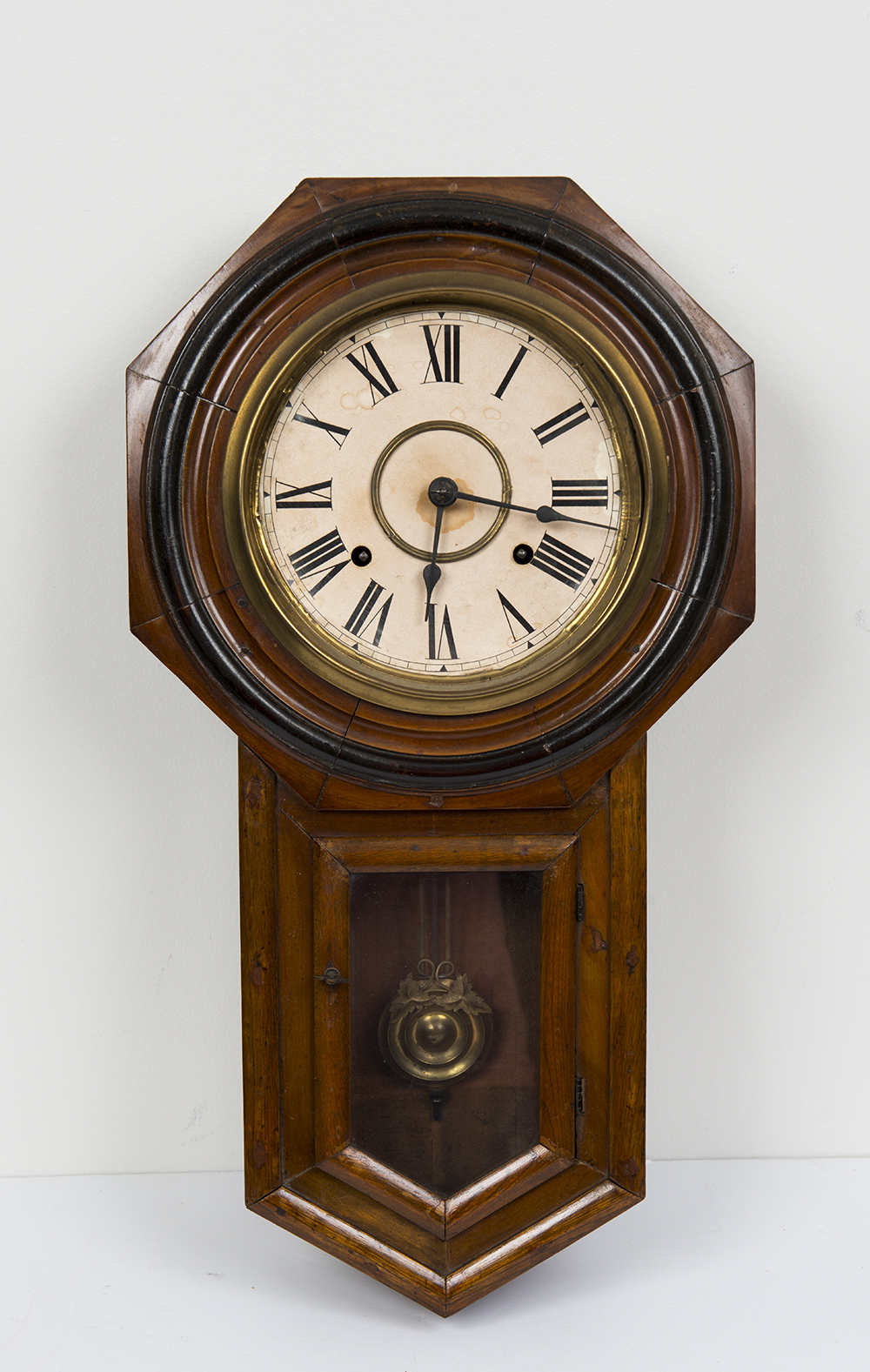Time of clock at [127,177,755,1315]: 3:30
